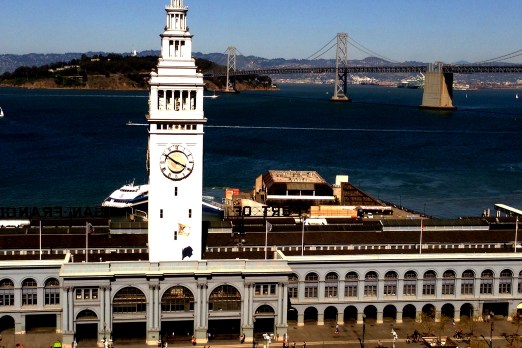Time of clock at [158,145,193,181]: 3:50
